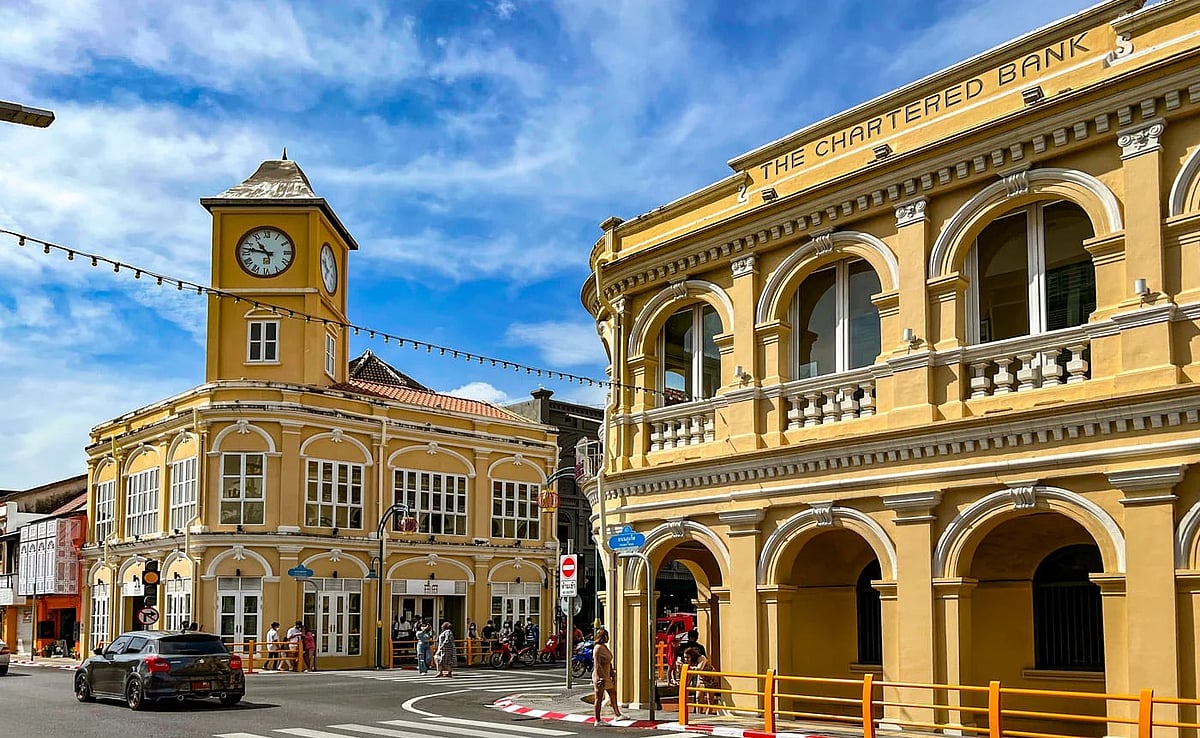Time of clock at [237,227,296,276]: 10:47
